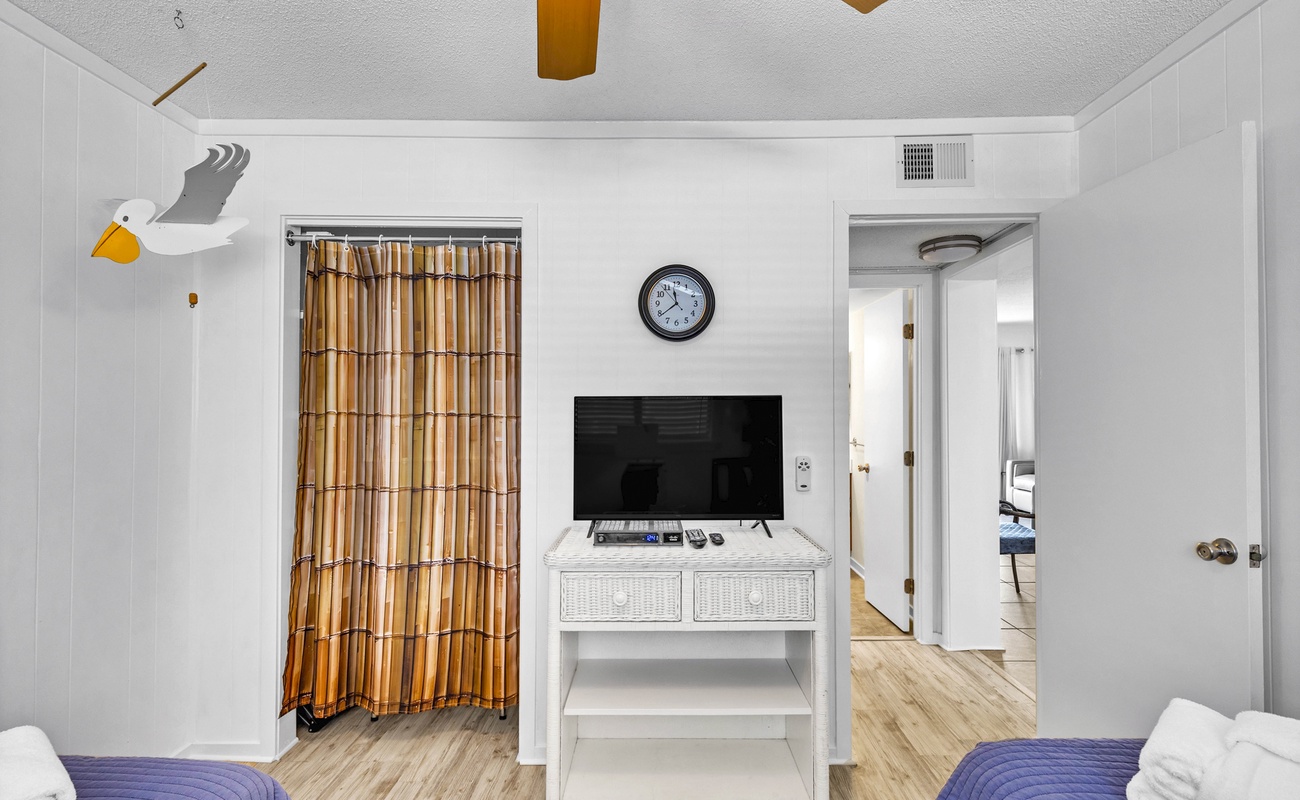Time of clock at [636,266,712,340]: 11:38
